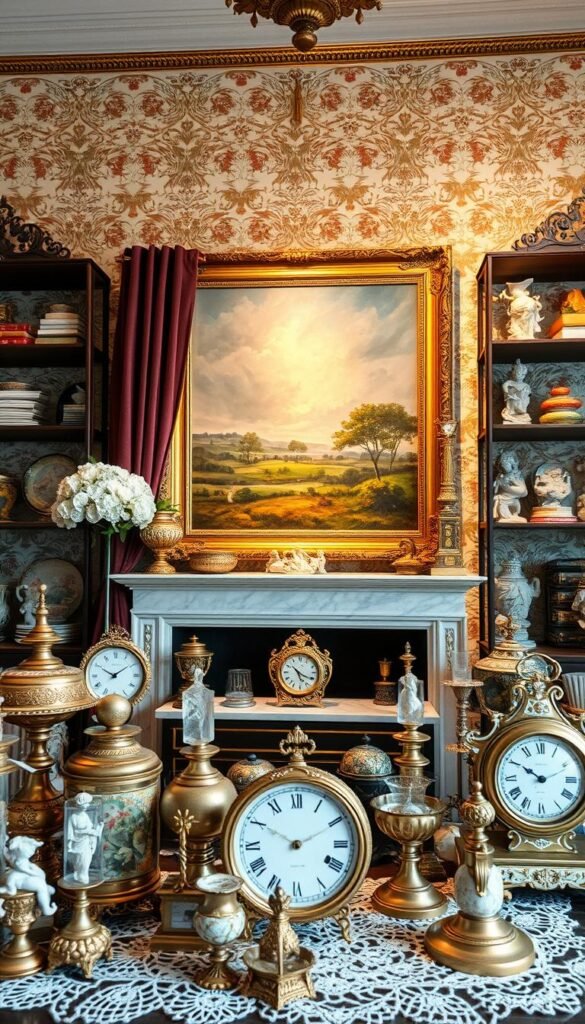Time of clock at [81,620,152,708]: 10:09
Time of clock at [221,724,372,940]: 10:10
